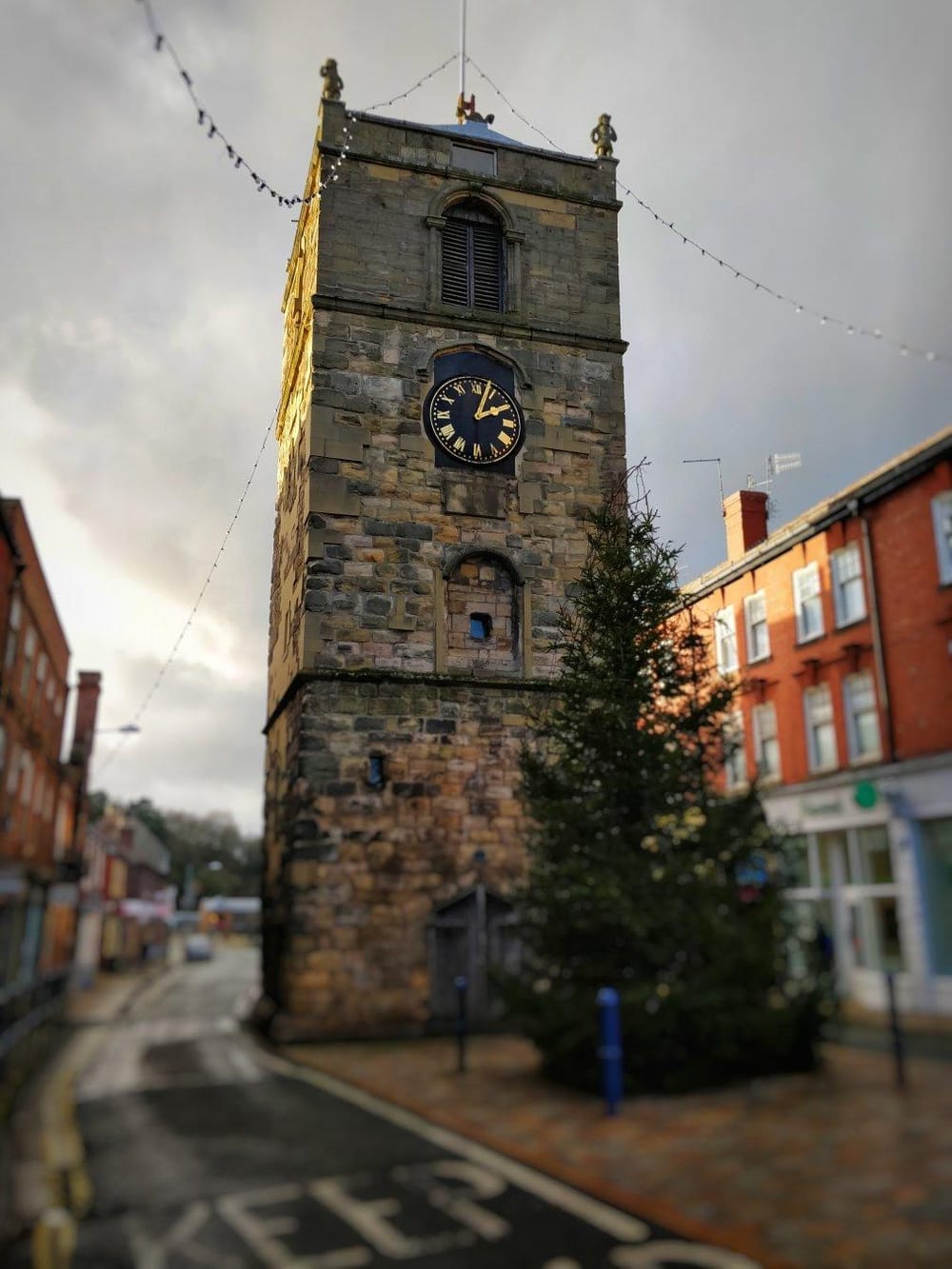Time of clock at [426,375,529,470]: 2:03
